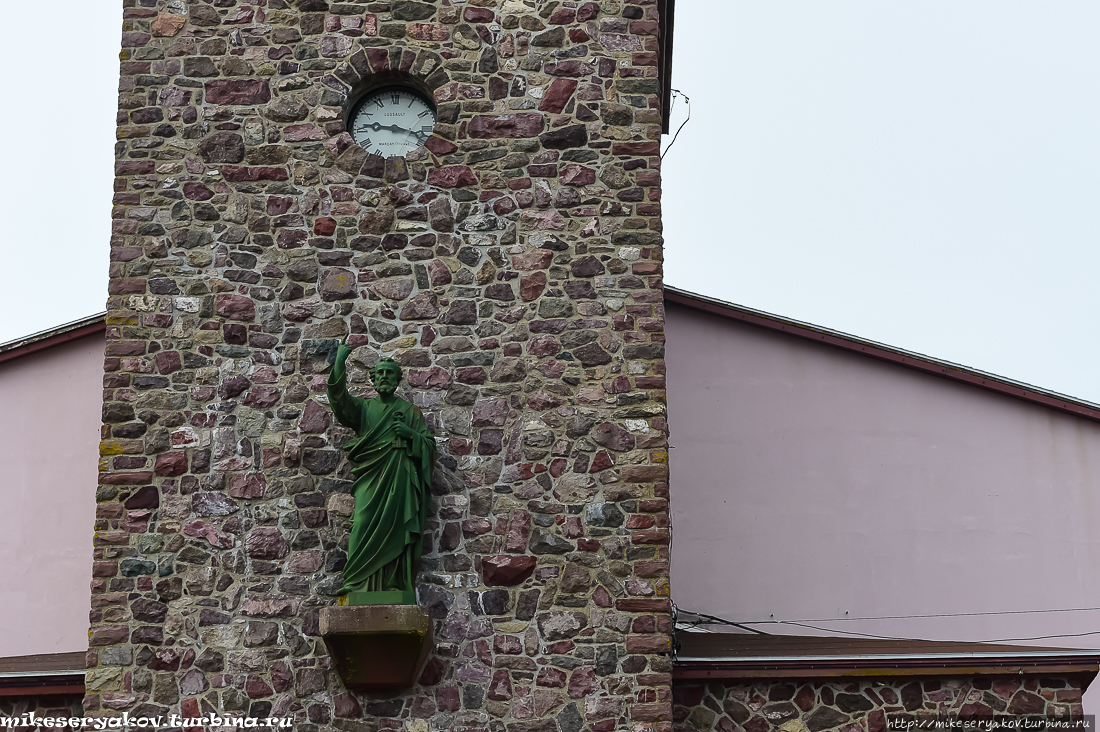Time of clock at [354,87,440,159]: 9:17
